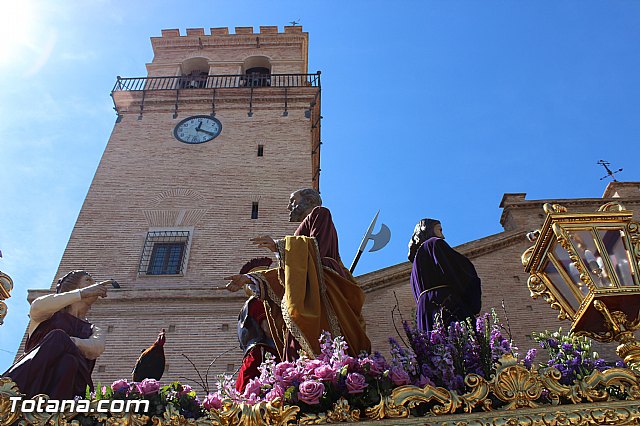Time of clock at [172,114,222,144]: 12:19
